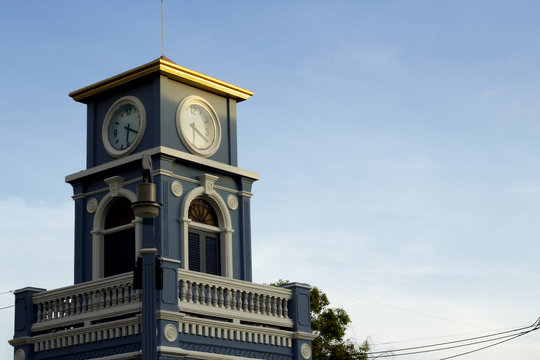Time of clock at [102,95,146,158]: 6:19
